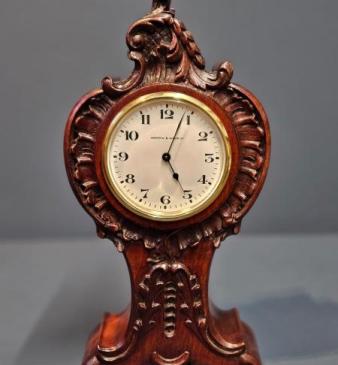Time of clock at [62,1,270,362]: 5:03
